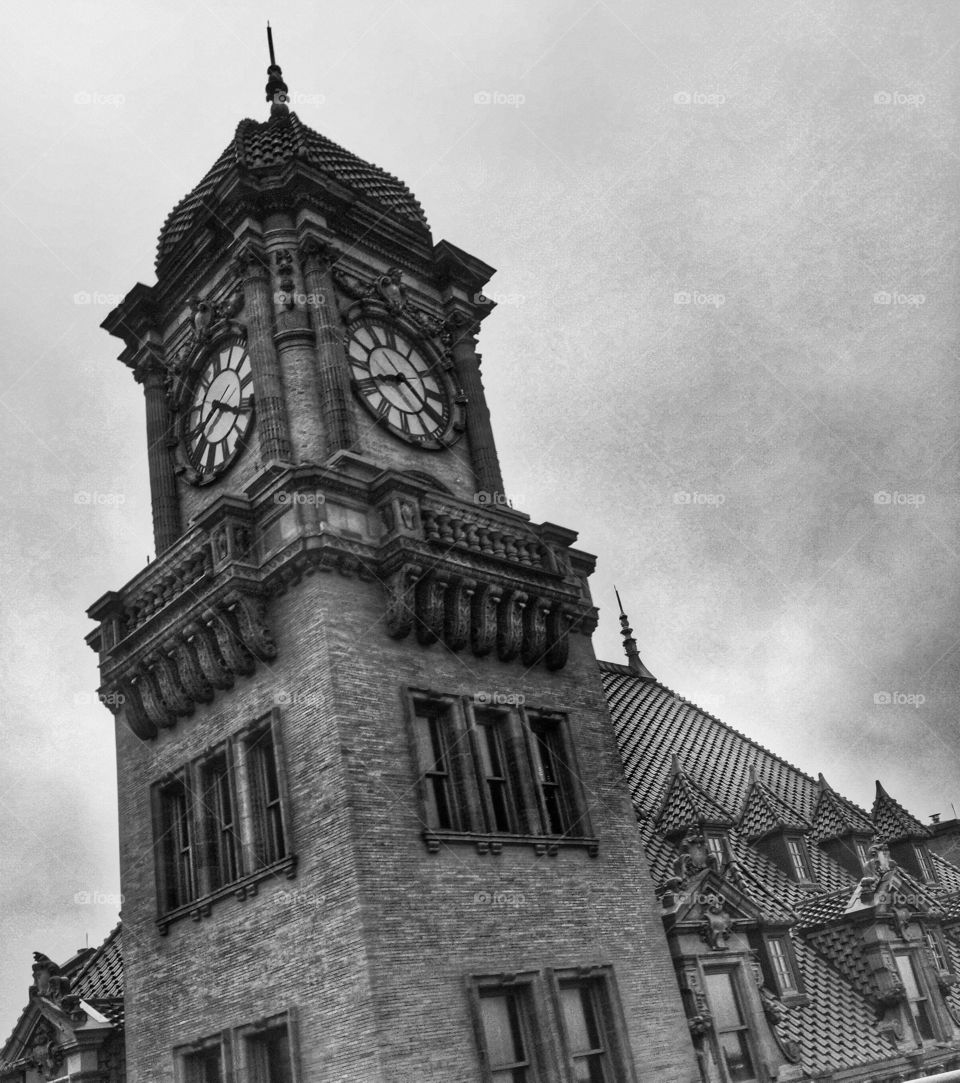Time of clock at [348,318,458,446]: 8:21
